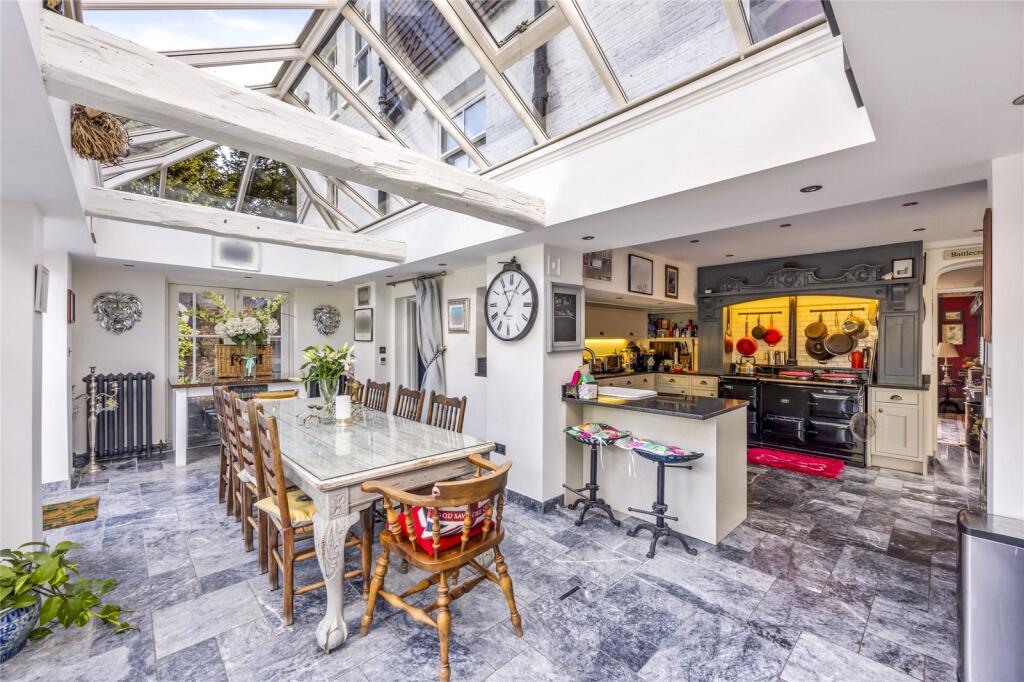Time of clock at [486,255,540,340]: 11:04
